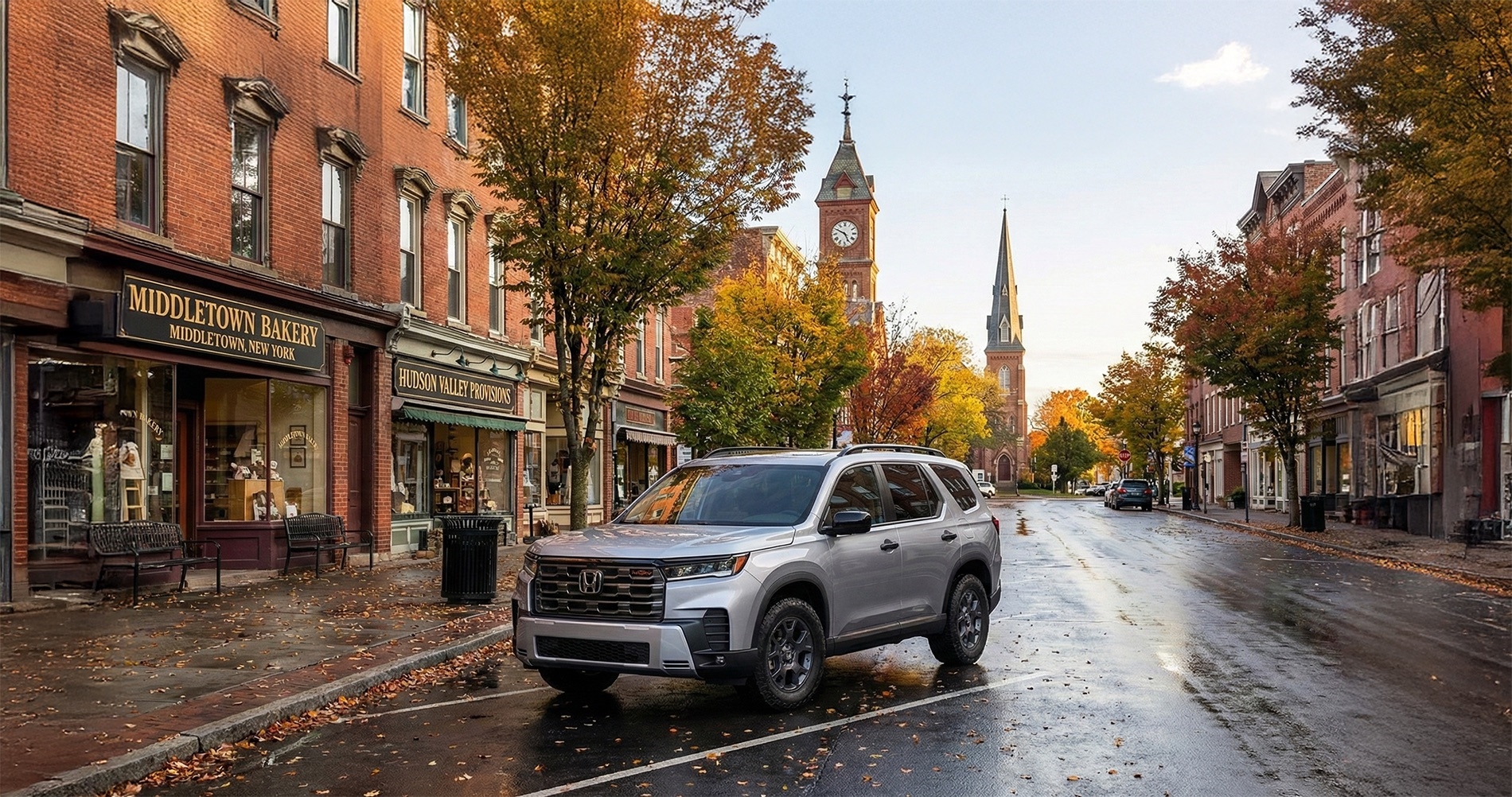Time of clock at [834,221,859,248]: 4:49
